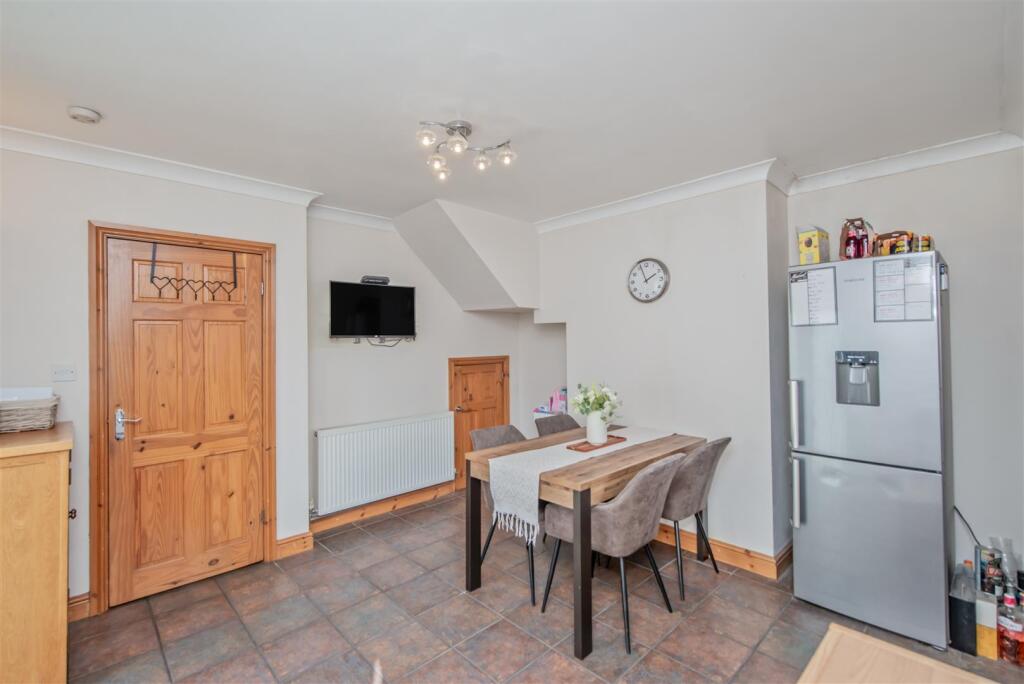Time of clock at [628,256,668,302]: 1:56
